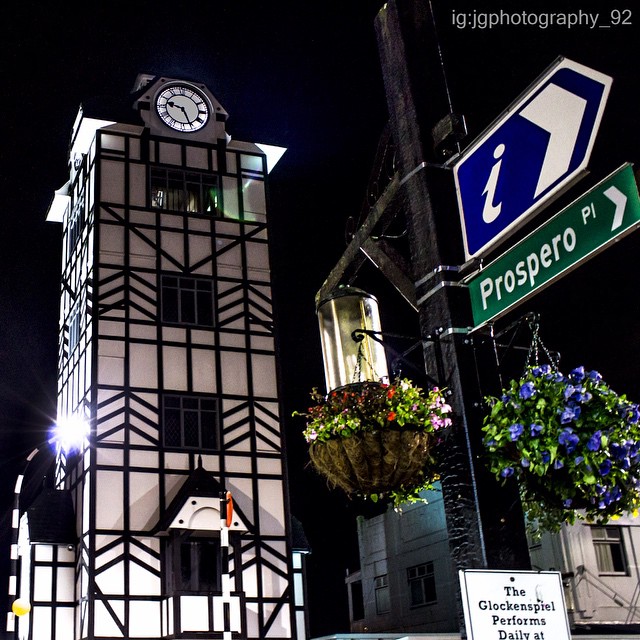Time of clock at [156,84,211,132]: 9:25
